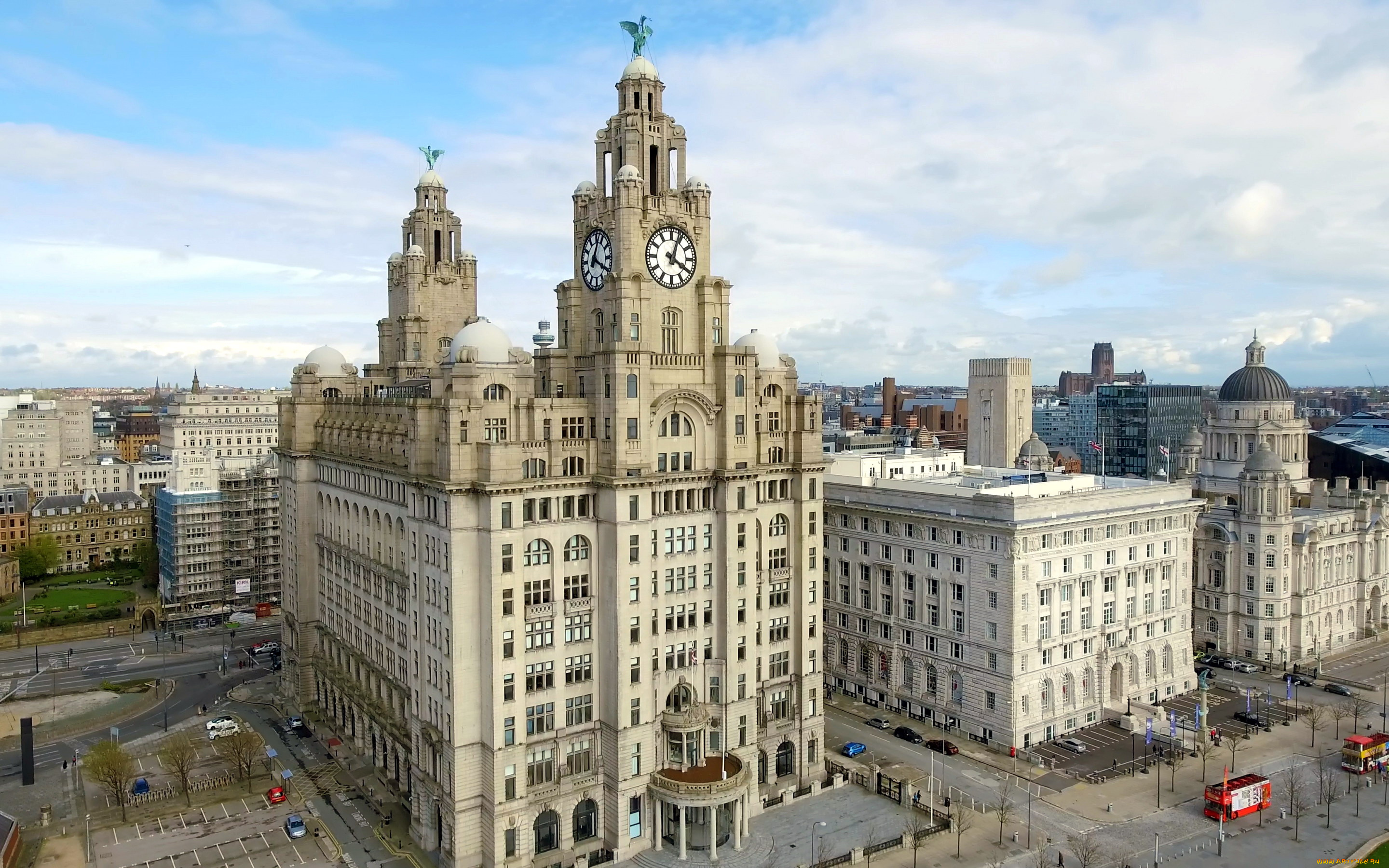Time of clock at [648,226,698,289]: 4:03
